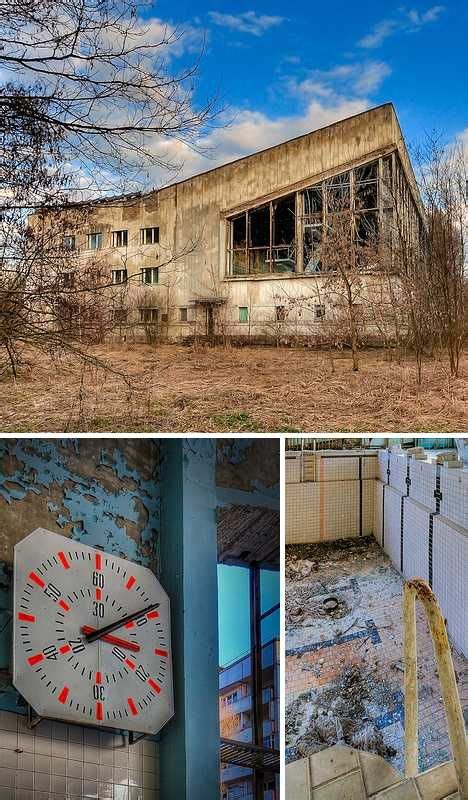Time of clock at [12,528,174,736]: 3:09
